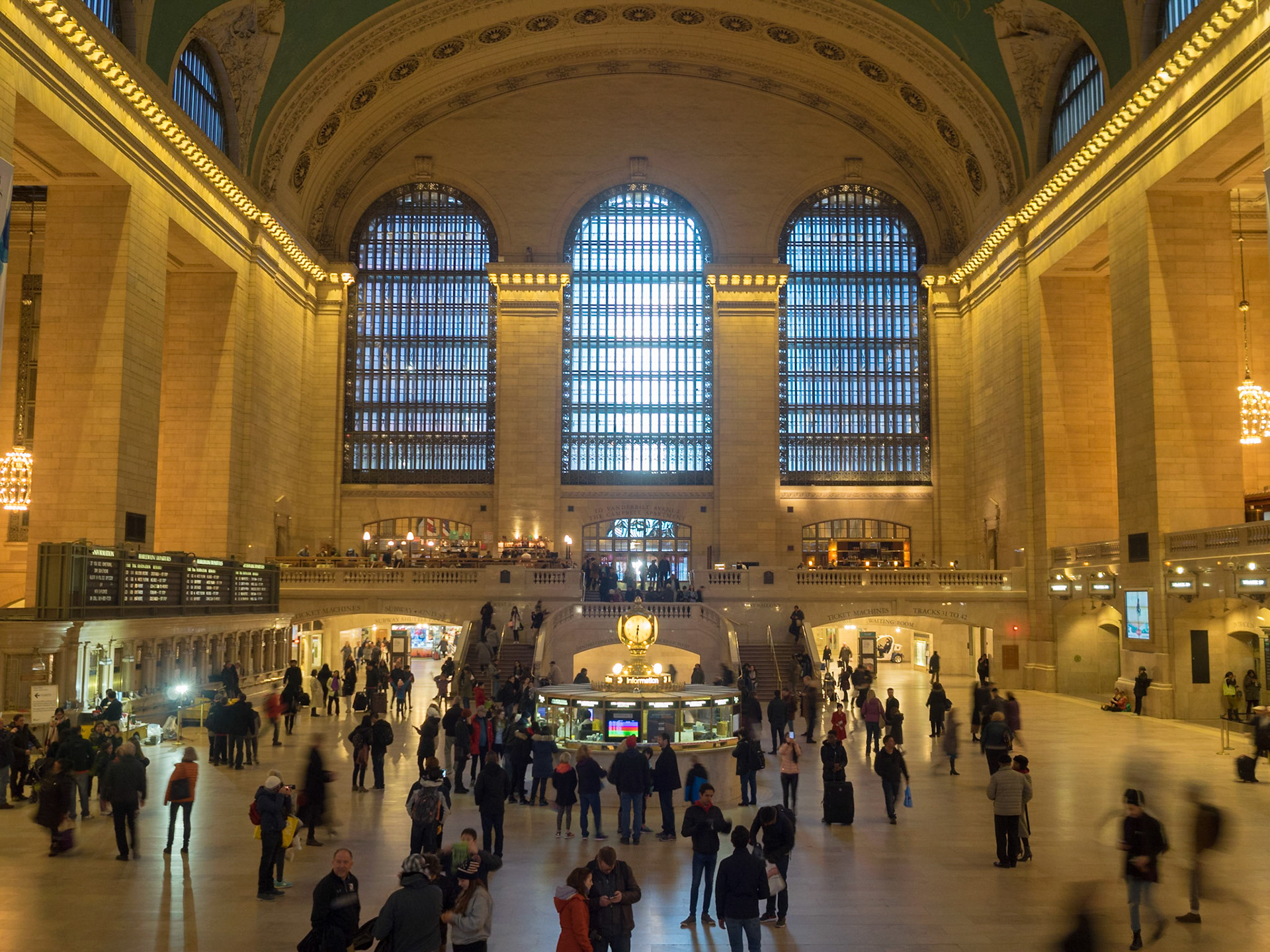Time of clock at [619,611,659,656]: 6:30
